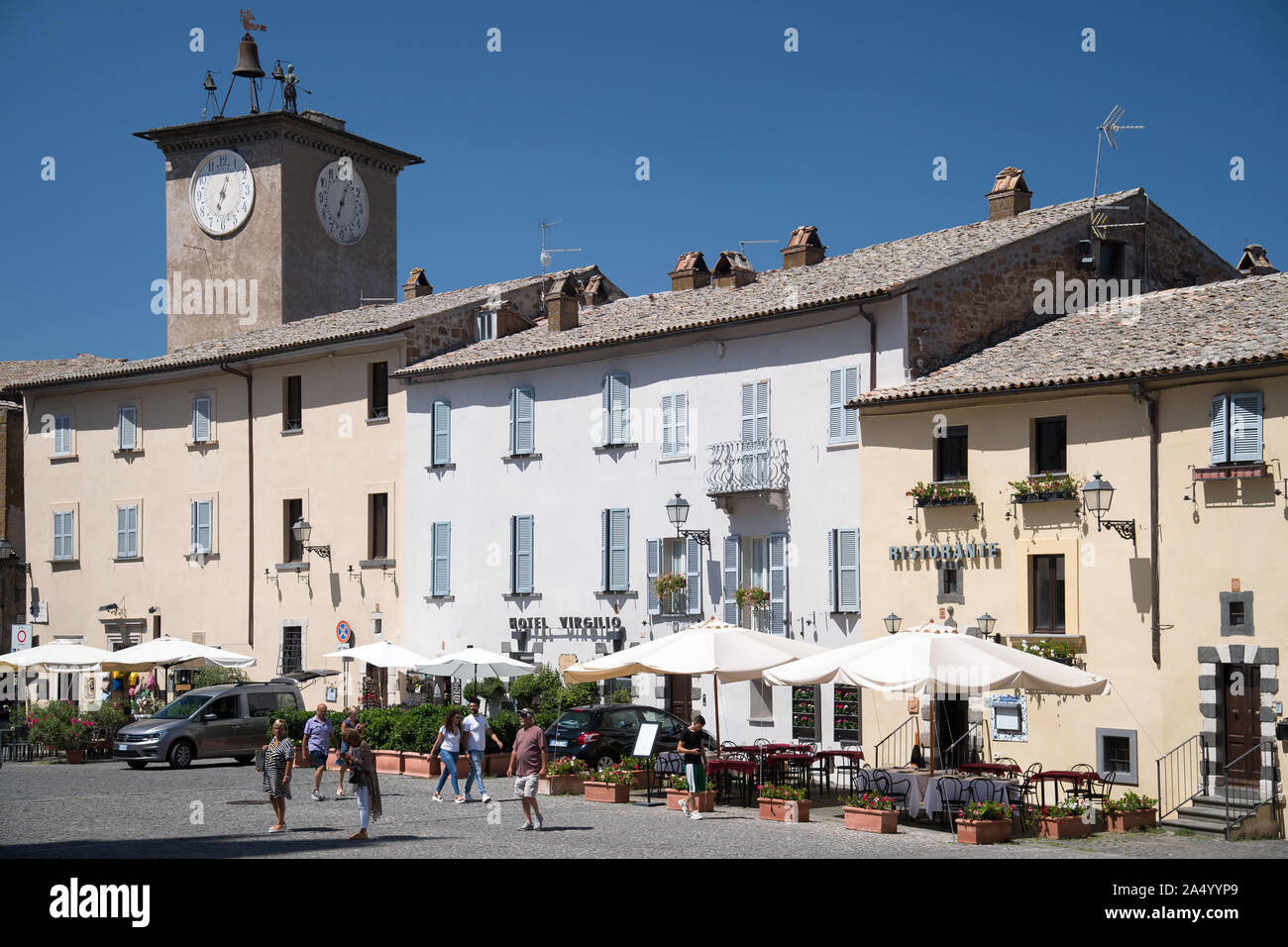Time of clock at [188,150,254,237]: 7:03
